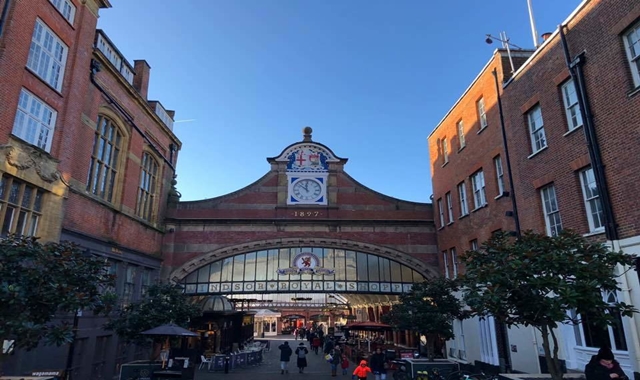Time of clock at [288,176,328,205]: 11:52
